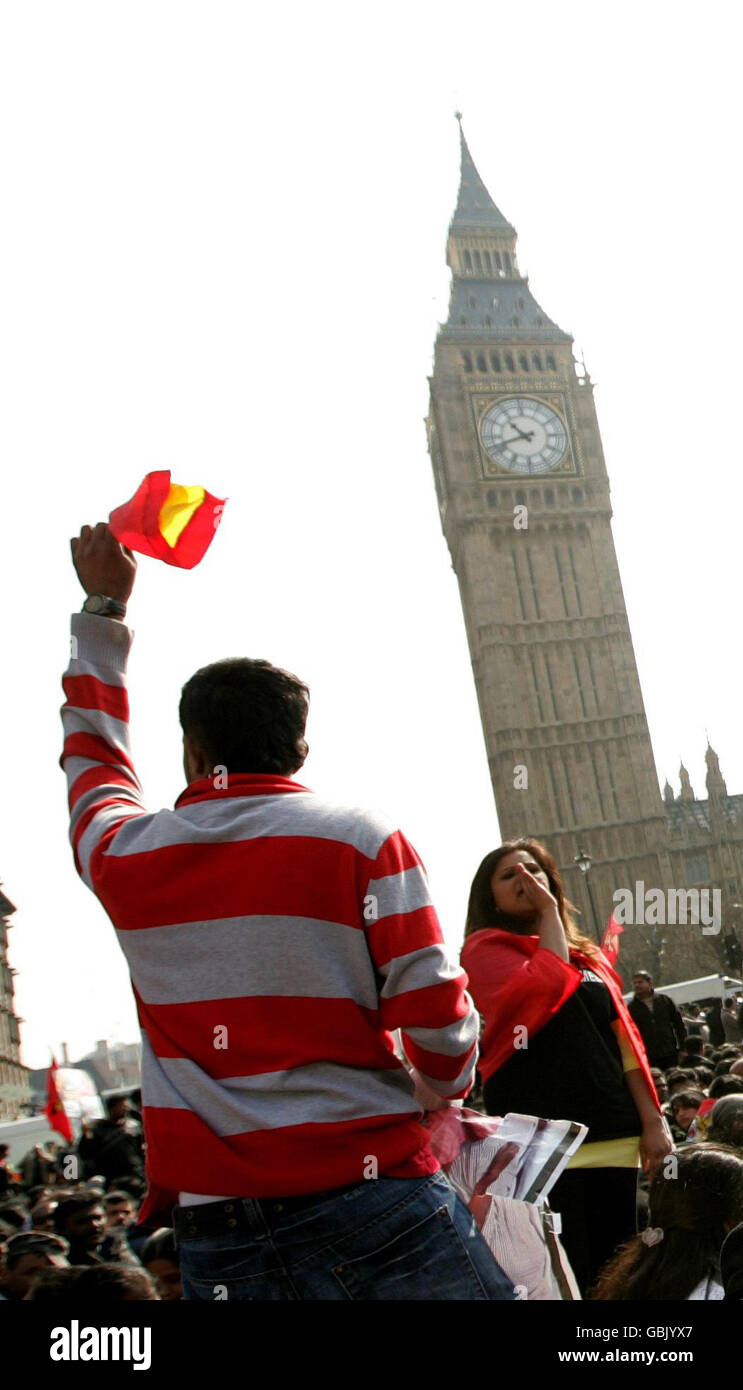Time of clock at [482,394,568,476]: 10:42
